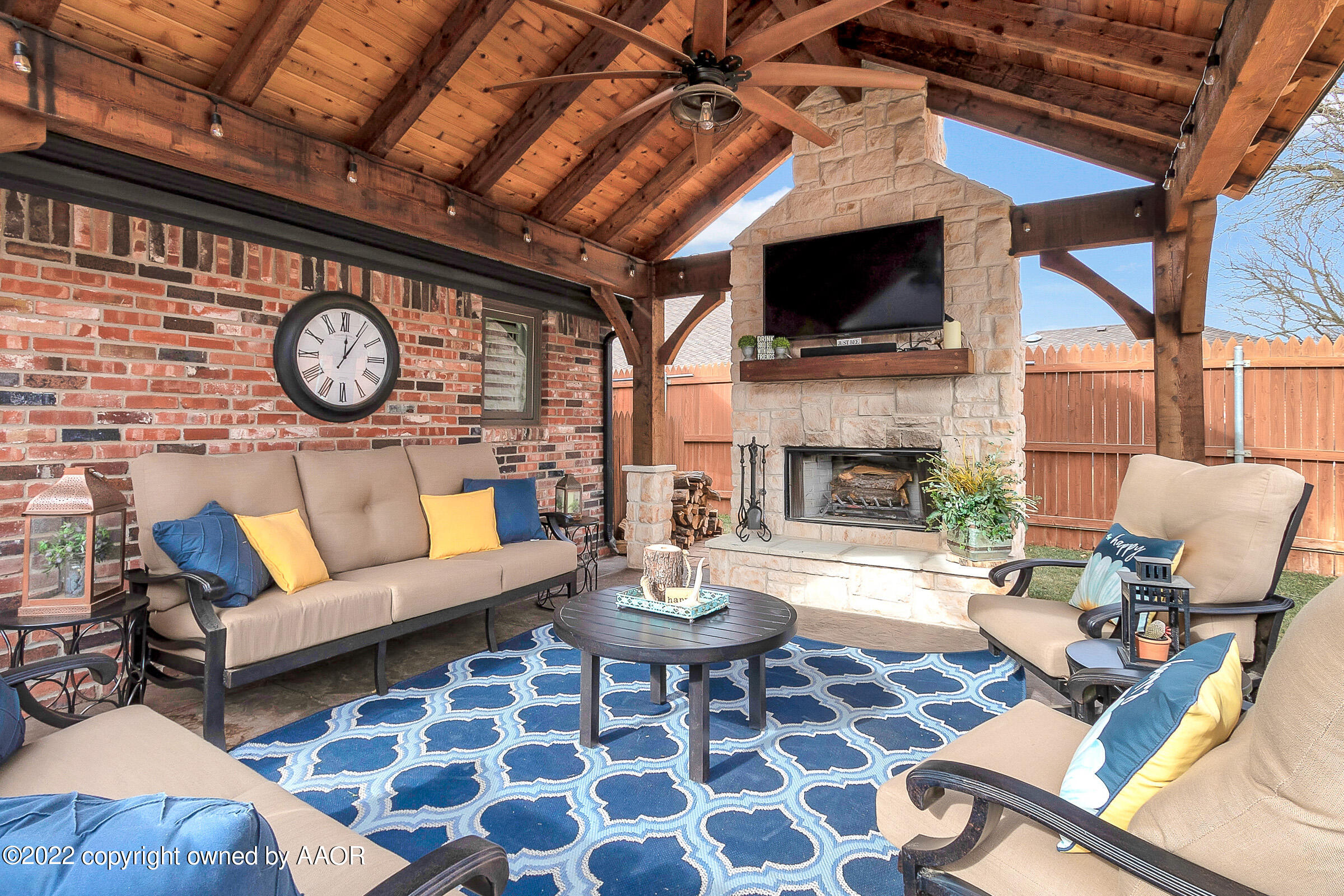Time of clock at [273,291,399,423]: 12:05
